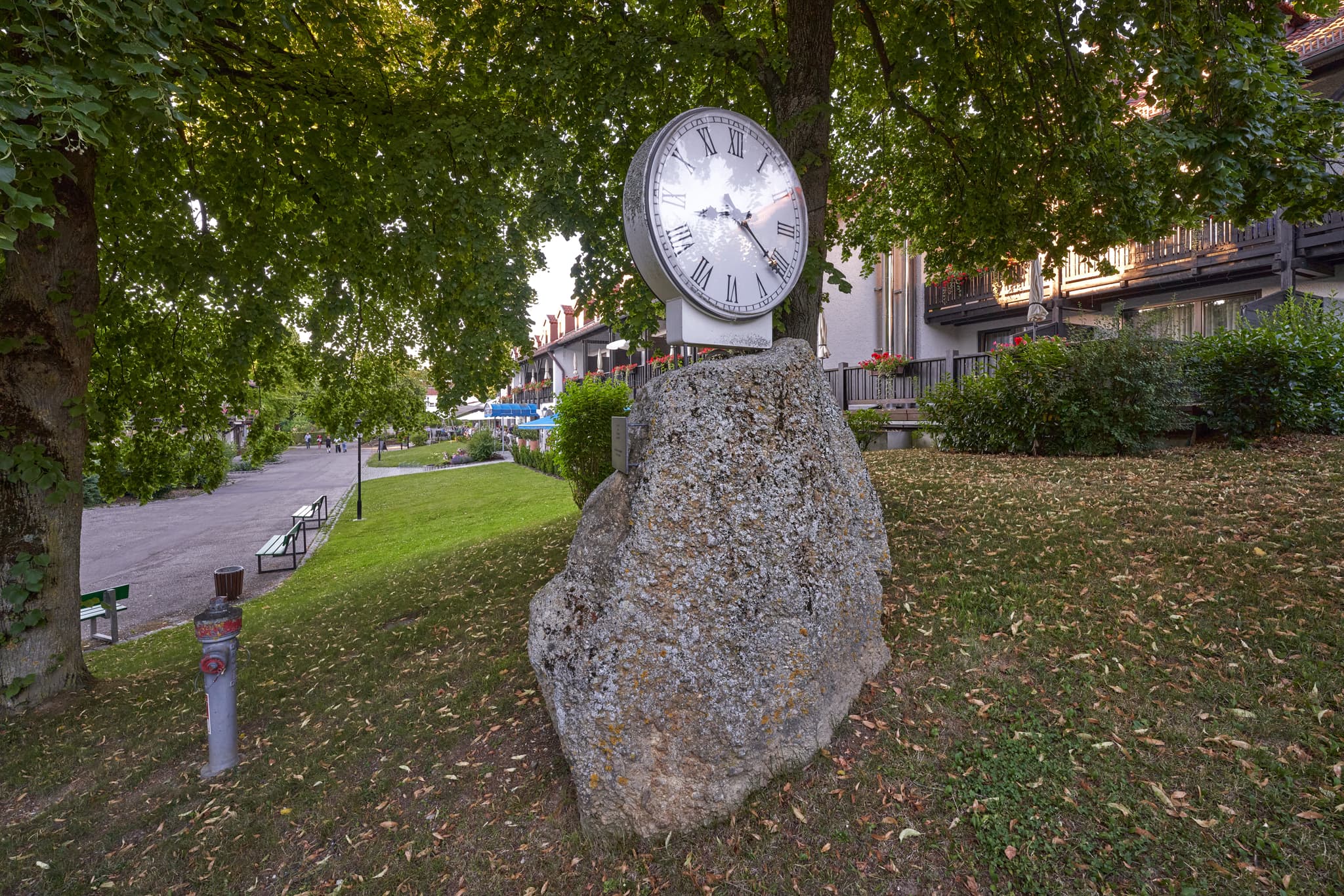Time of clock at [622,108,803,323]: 8:21
